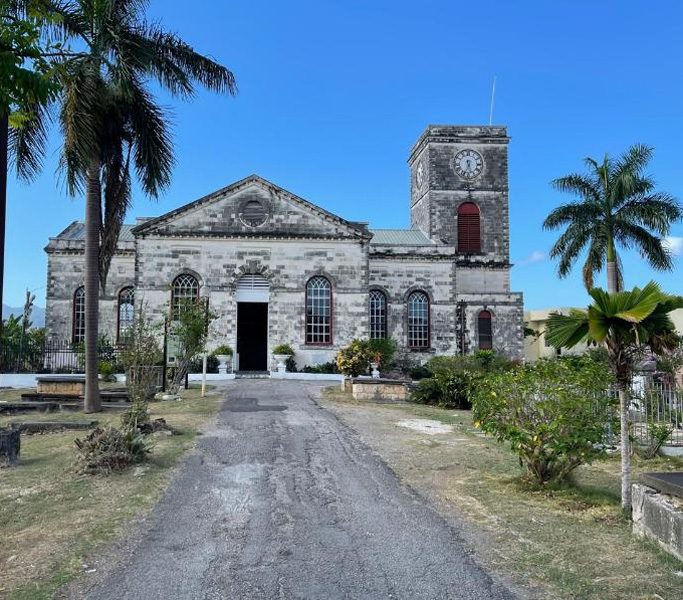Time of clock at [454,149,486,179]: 5:33
